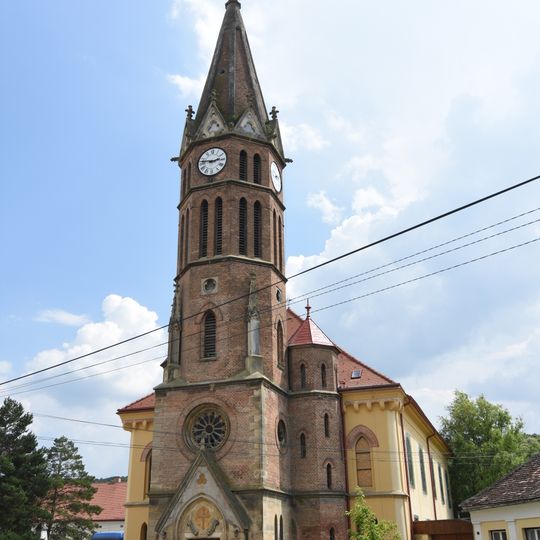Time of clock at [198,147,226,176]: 2:46
